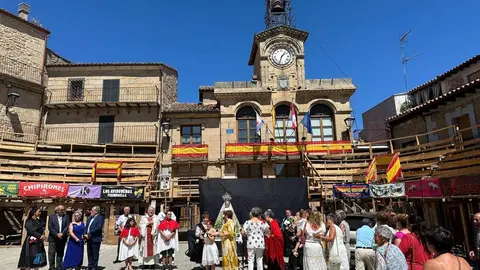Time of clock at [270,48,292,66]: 1:33
